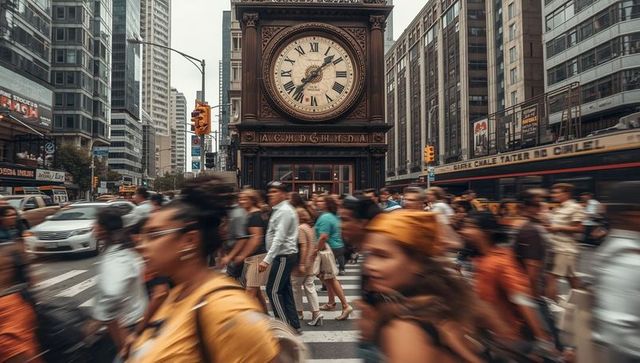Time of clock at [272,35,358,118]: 1:36
